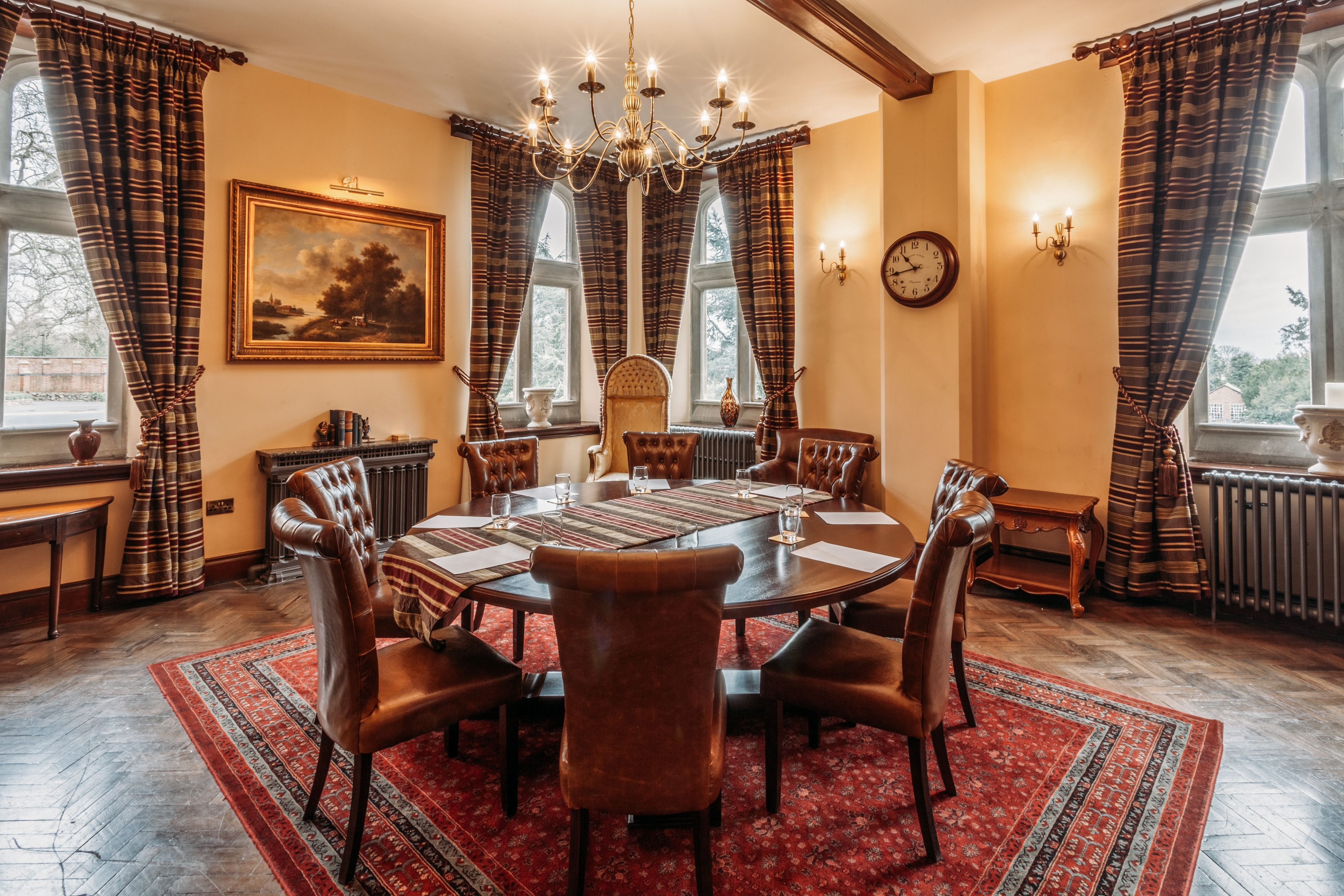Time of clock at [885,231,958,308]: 10:43
